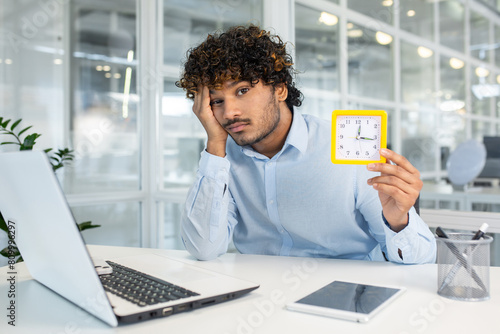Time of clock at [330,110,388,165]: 12:16
